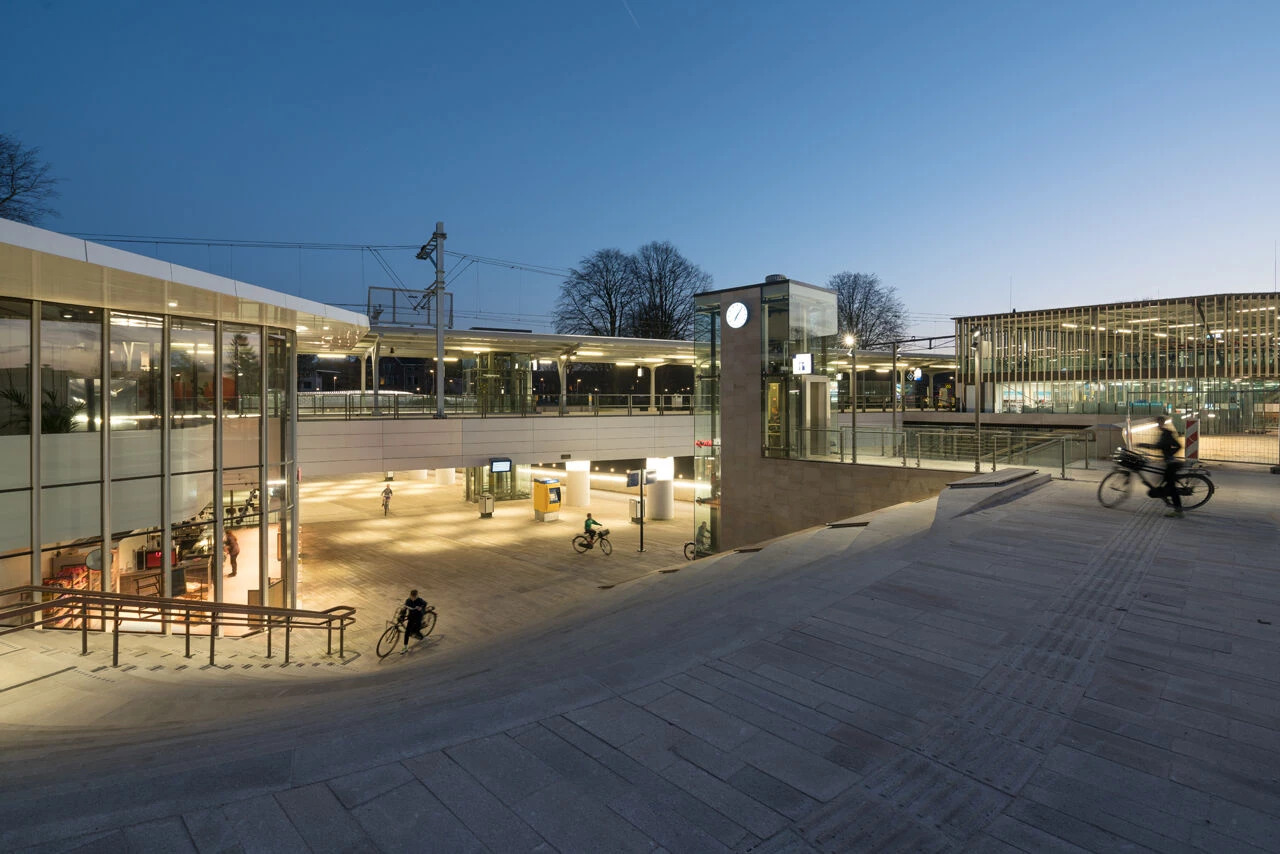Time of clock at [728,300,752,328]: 7:06
